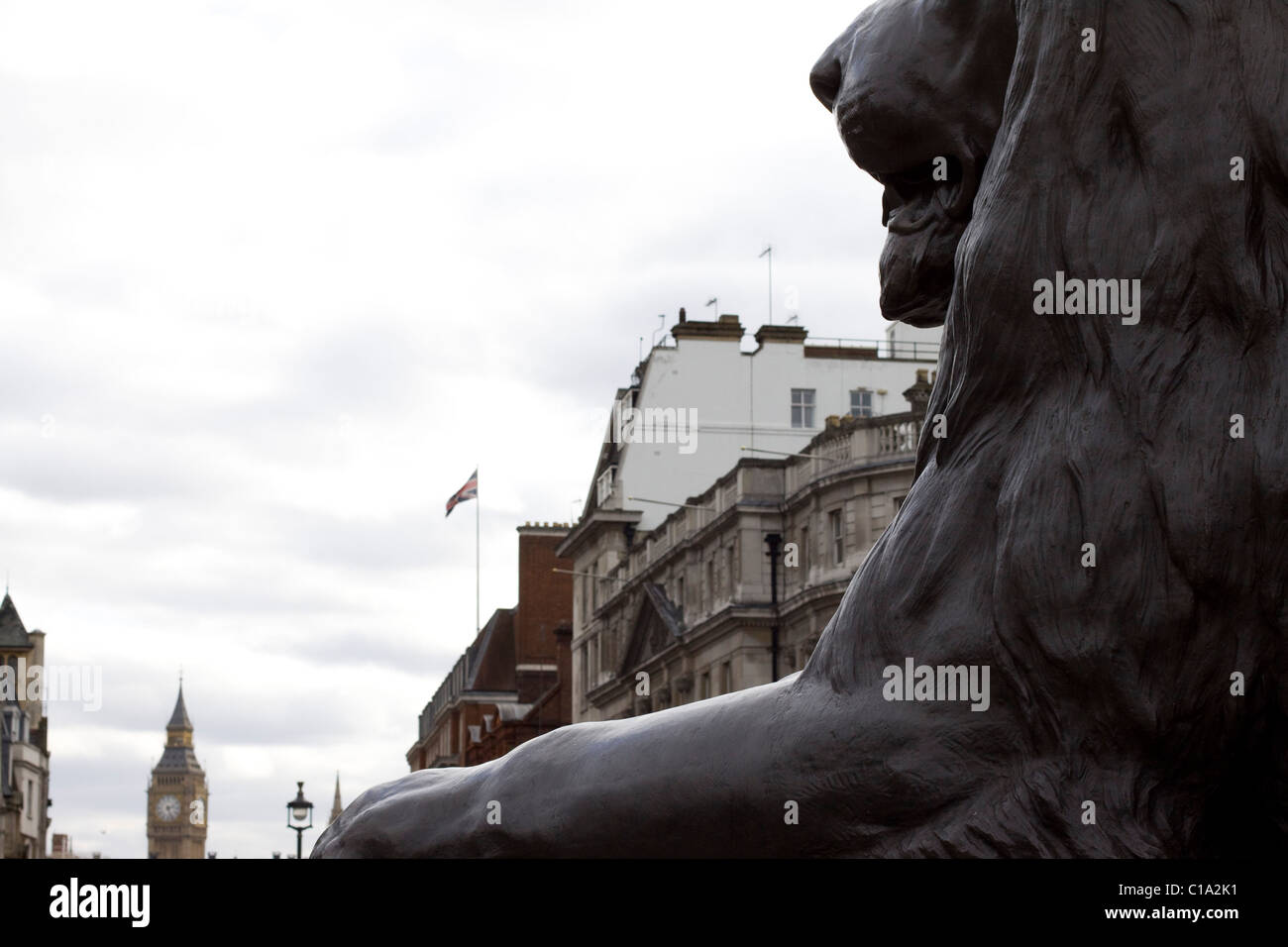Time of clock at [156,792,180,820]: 2:26
